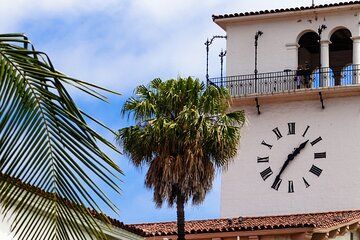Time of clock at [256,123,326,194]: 1:35
